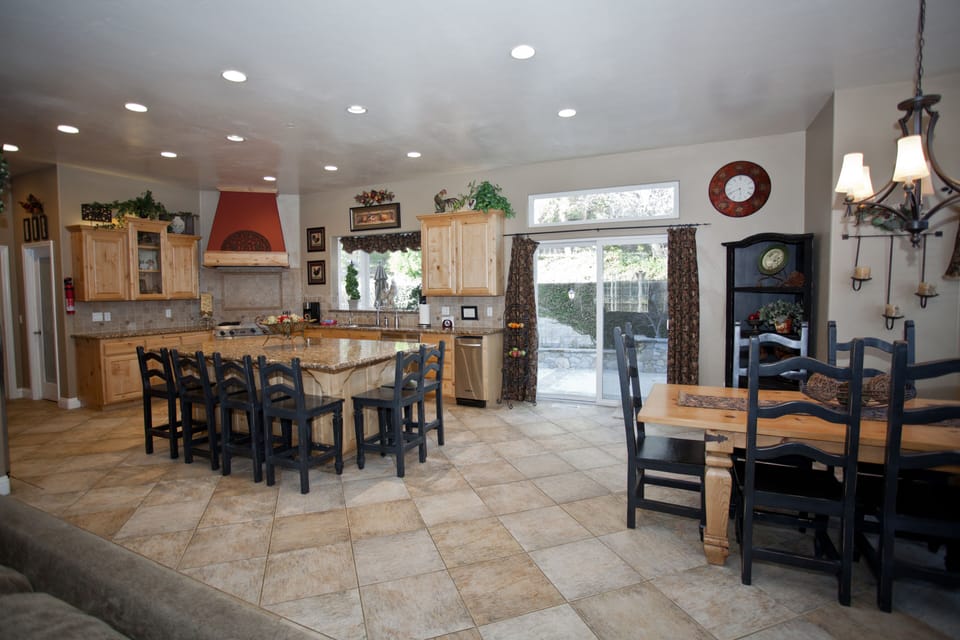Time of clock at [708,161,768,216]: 5:40
